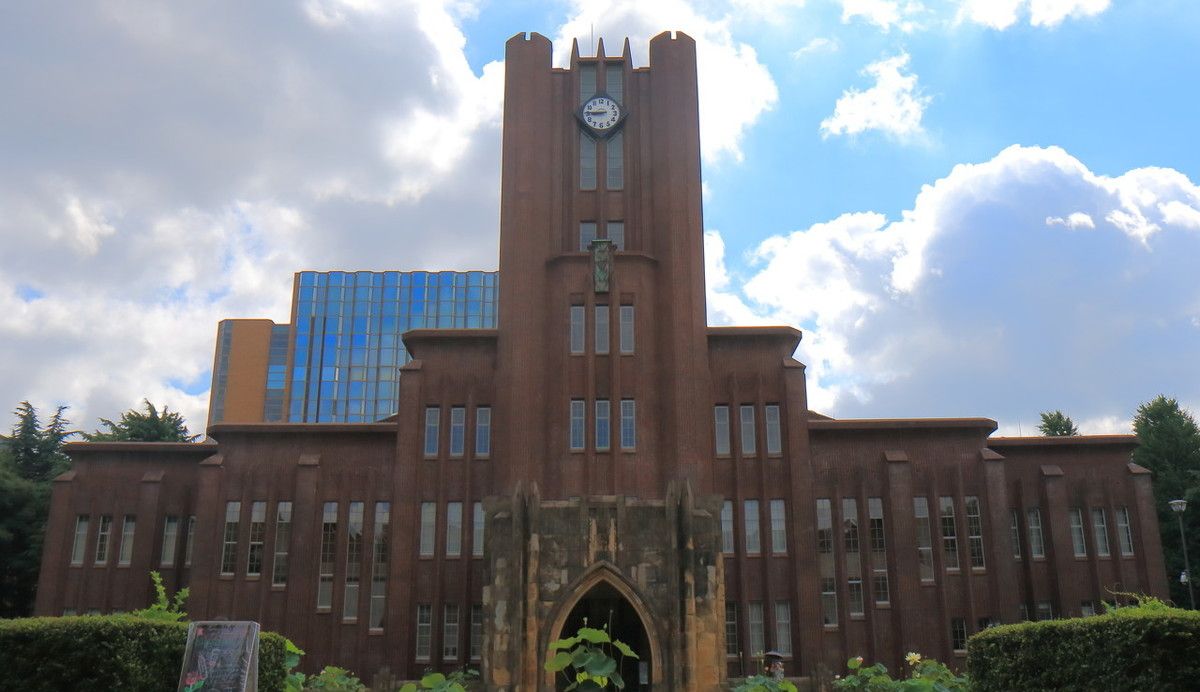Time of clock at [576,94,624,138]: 8:45
